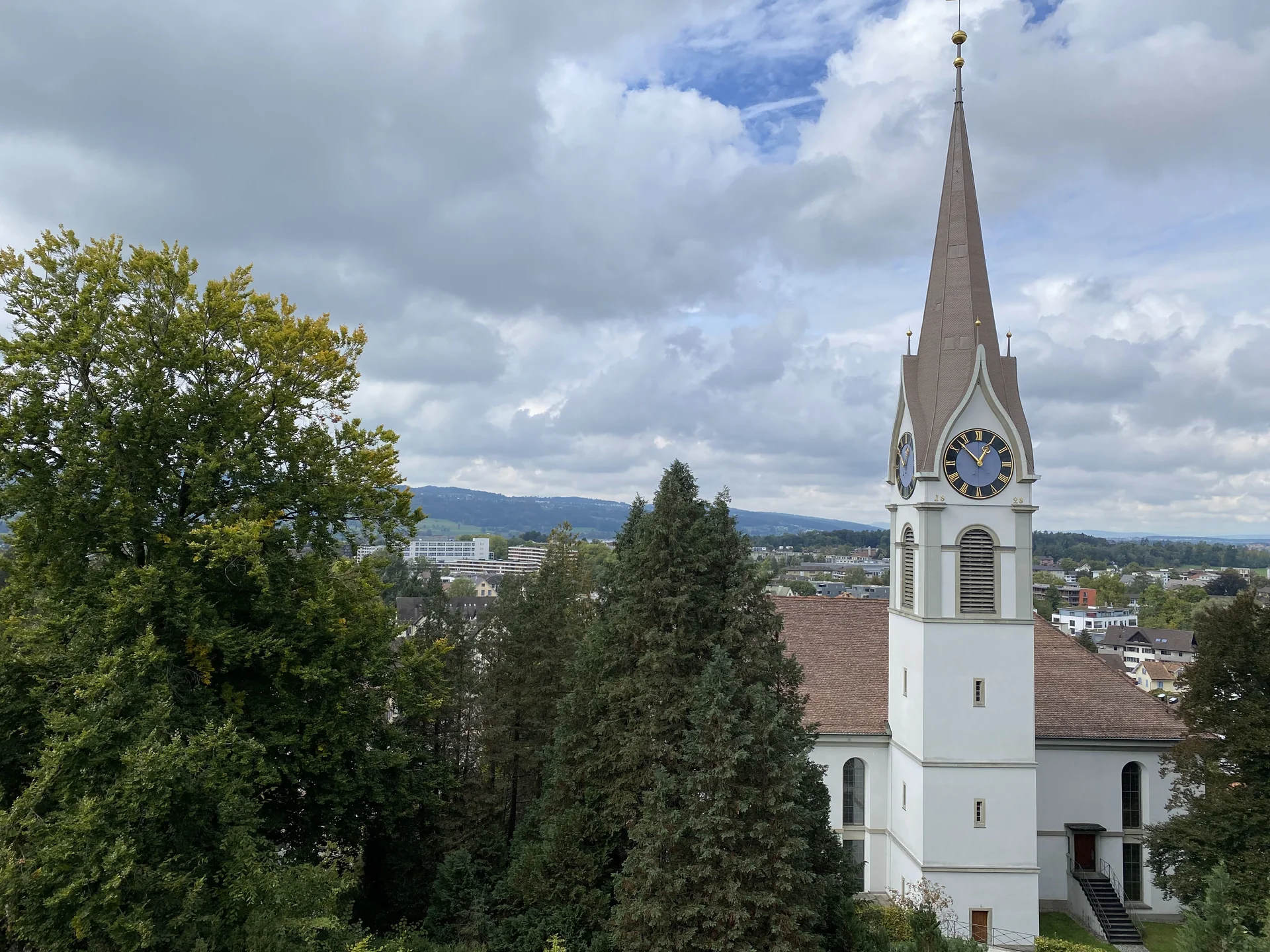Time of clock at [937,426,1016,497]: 12:52
